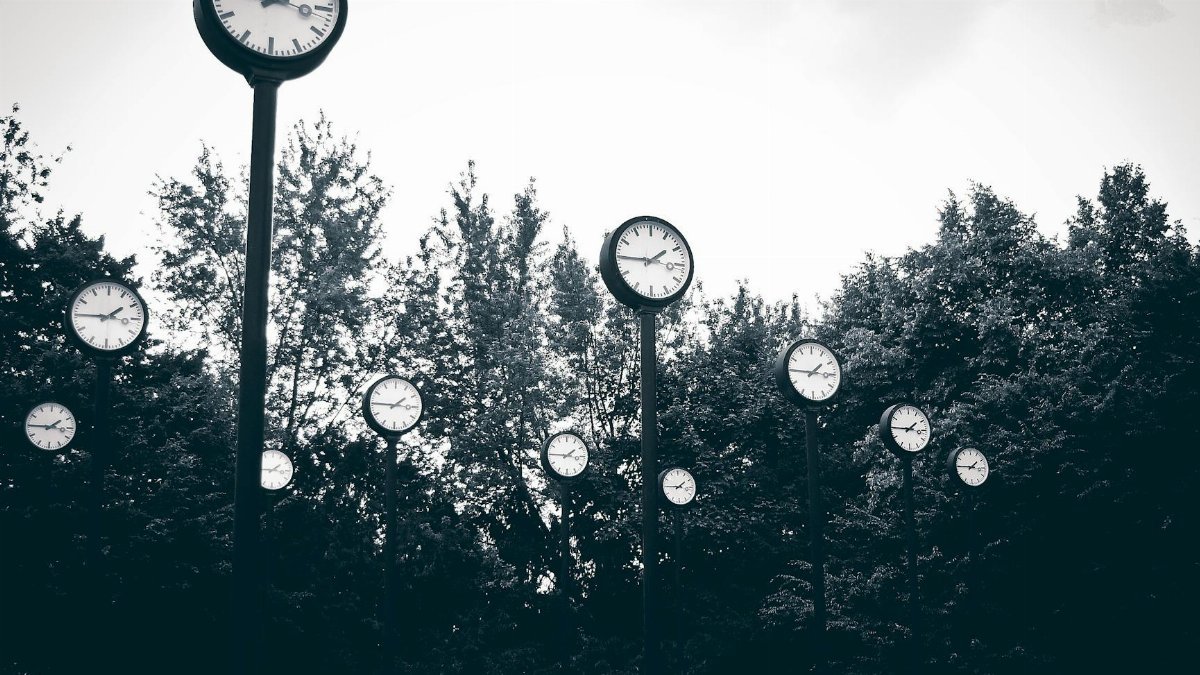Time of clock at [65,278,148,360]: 1:45
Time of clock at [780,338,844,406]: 1:45
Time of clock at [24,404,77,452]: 1:45
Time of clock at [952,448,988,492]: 1:45
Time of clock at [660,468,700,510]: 1:45
